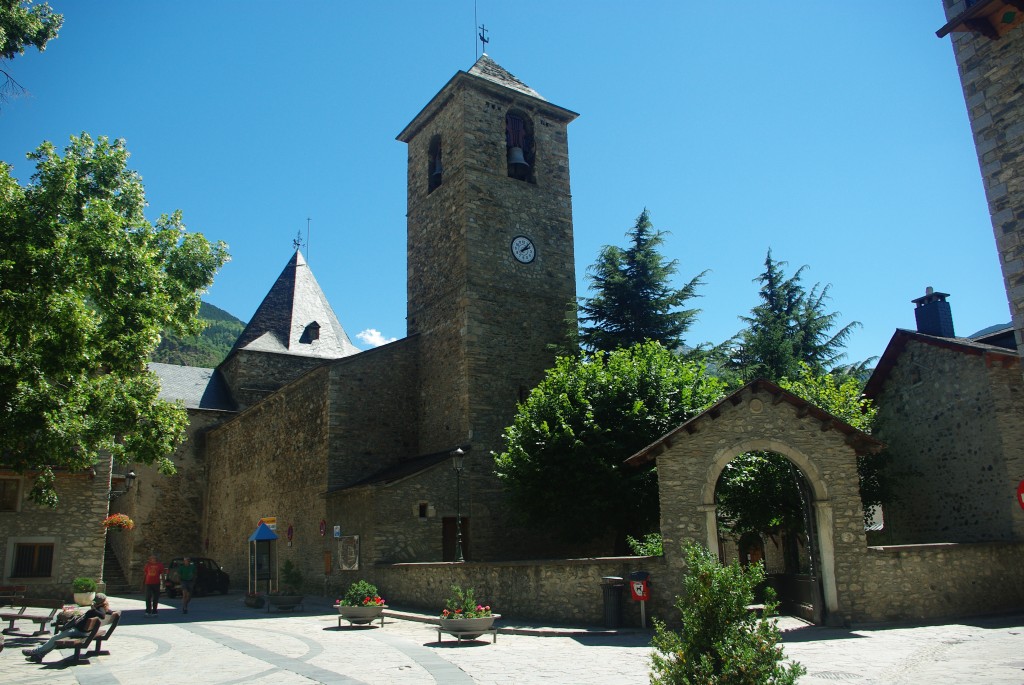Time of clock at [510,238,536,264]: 2:07
